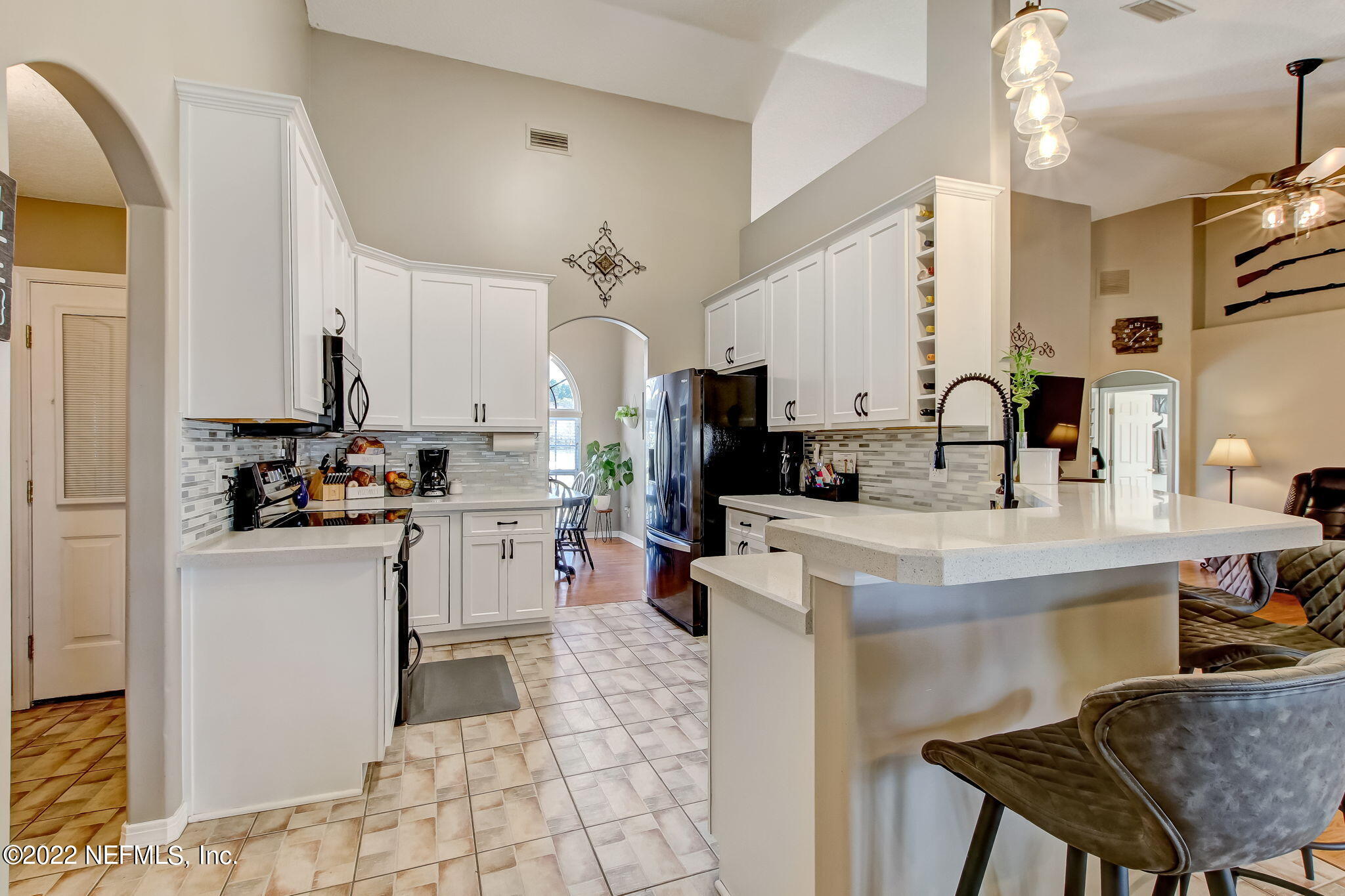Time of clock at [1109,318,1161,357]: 1:36
